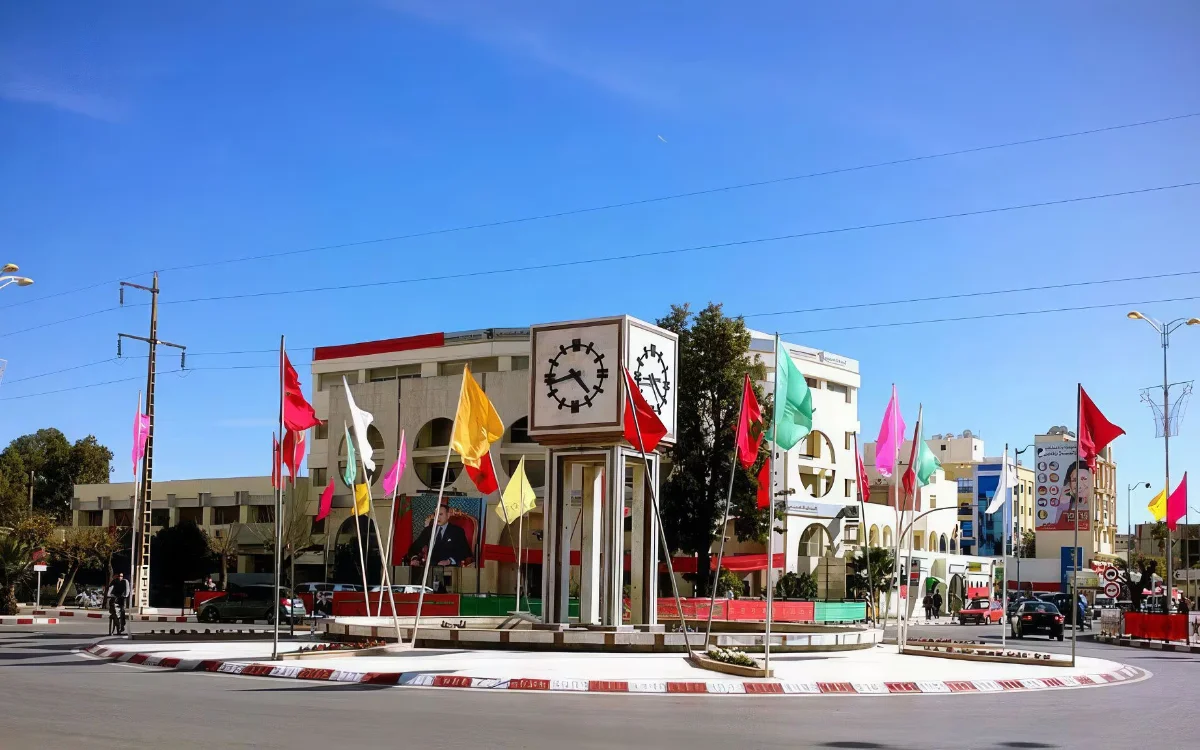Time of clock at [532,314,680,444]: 4:42
